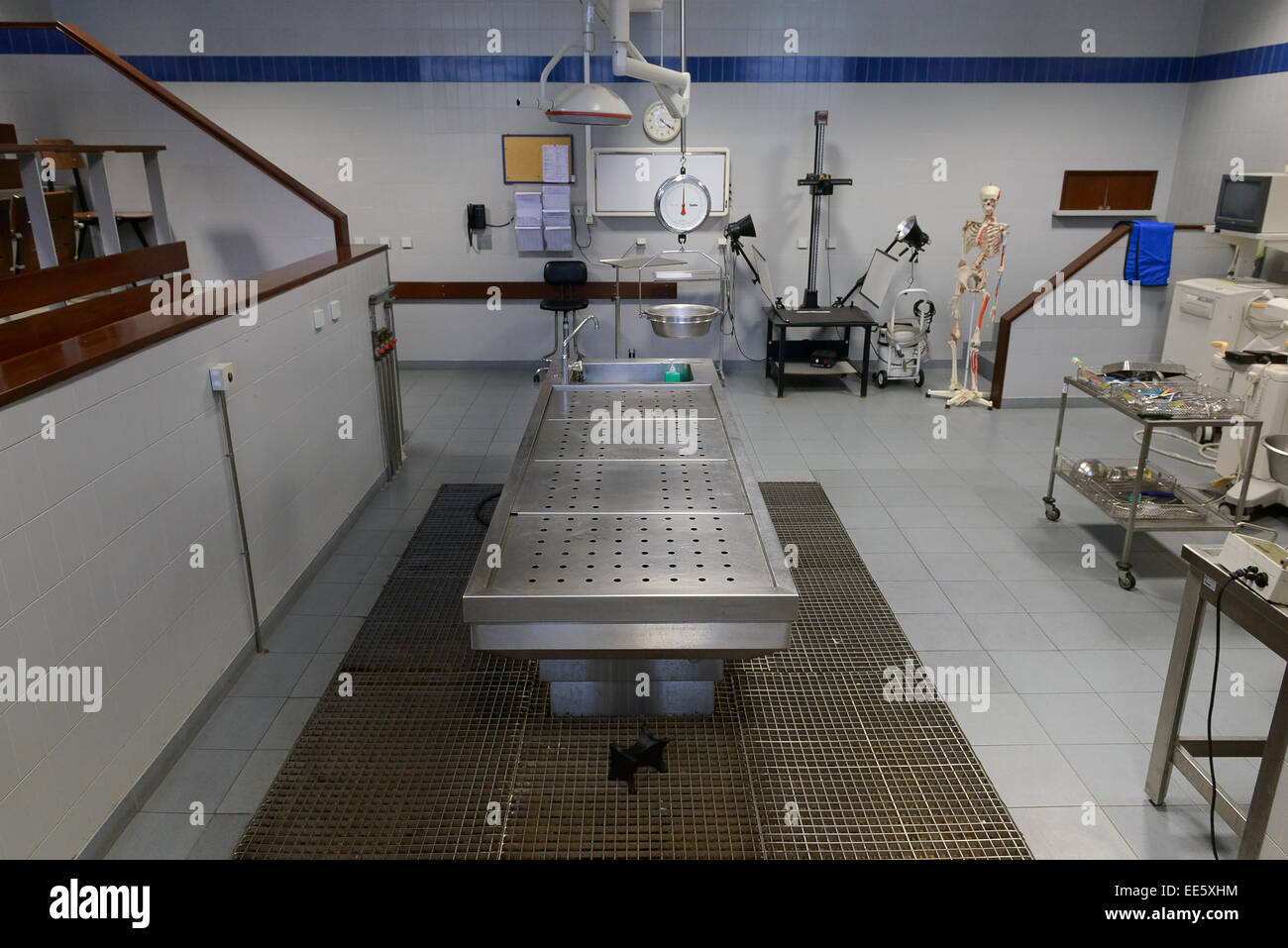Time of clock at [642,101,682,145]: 4:20
